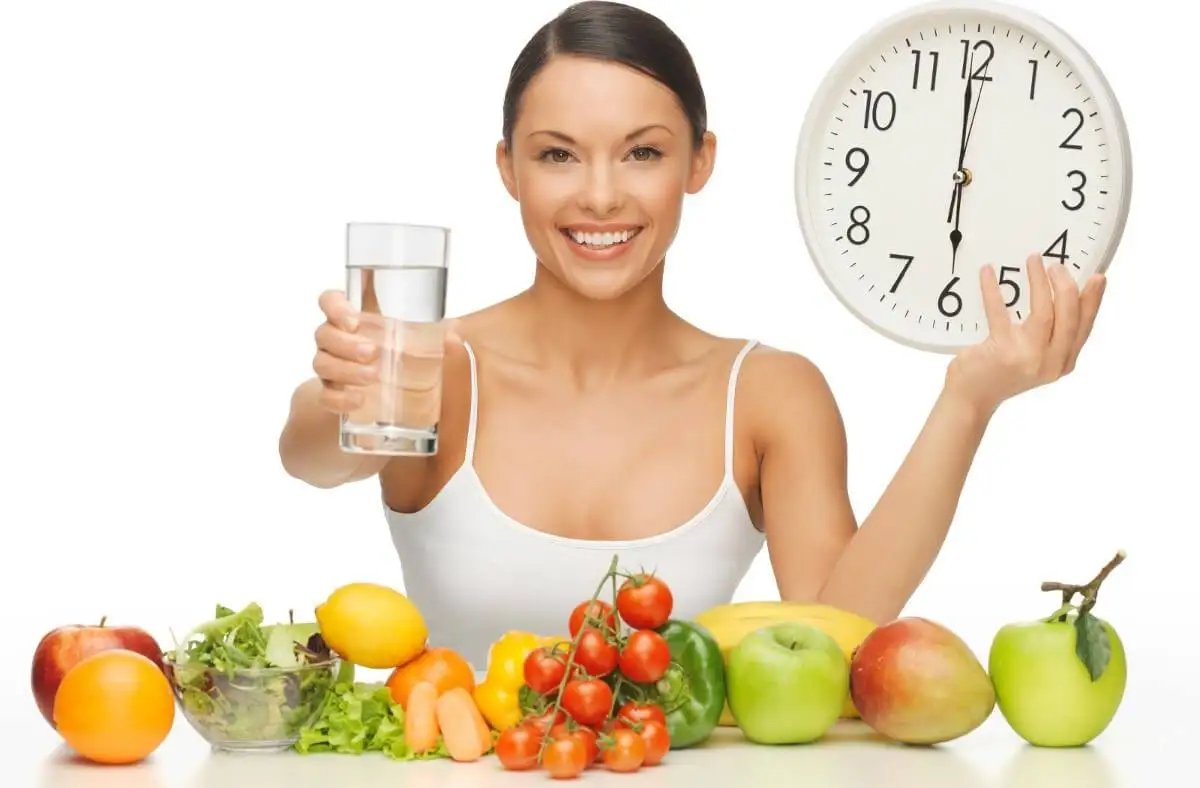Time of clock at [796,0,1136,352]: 5:59
